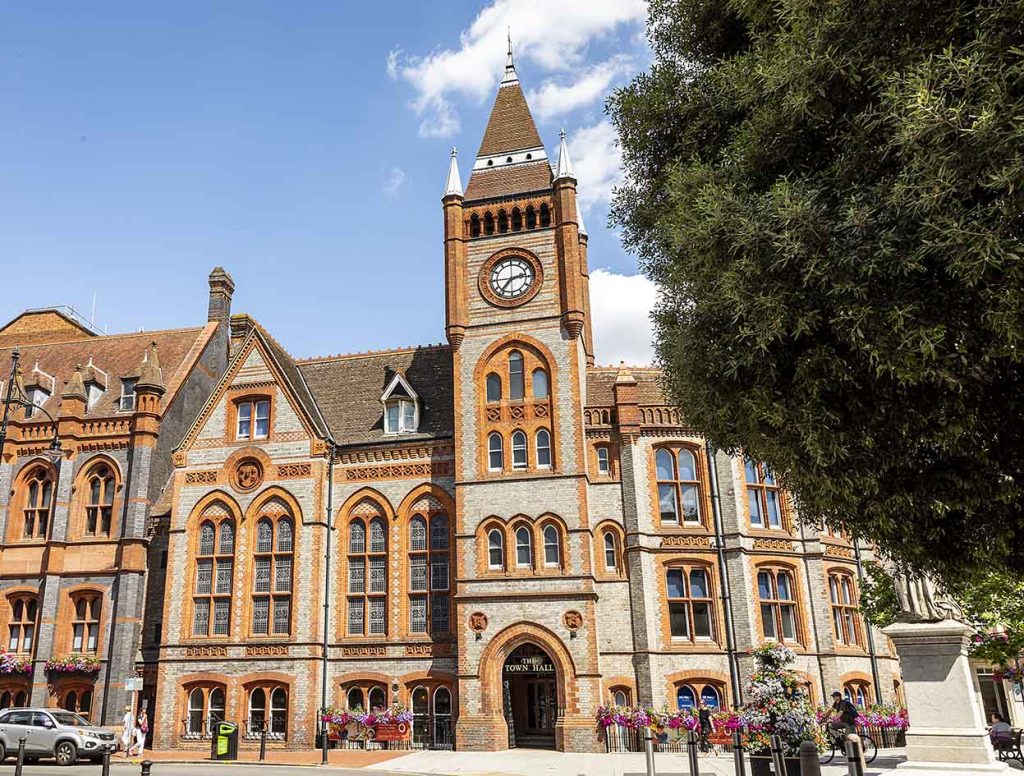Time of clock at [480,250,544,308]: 2:36
